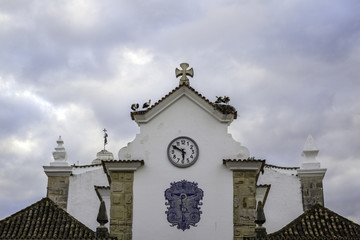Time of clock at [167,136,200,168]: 5:49
